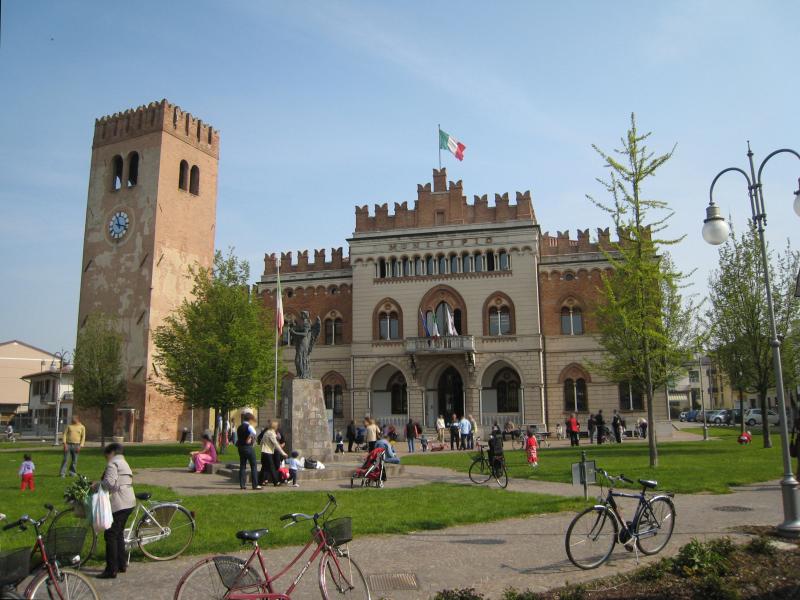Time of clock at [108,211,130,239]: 11:17
